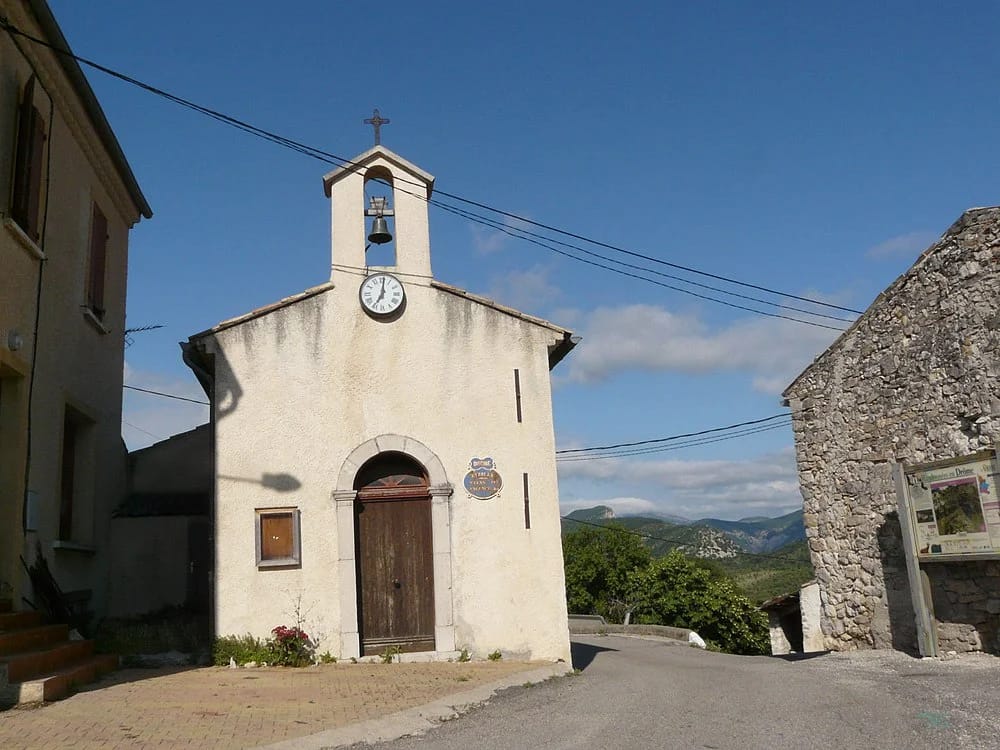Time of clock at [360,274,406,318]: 7:00
